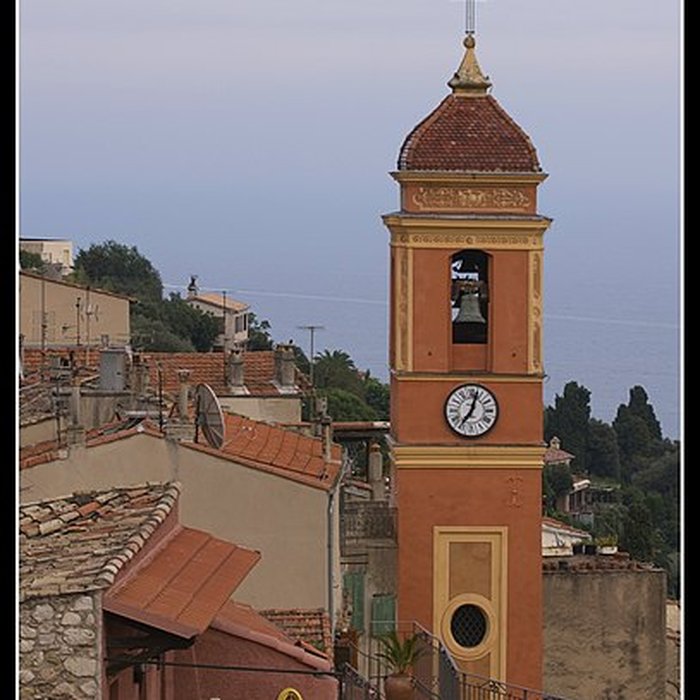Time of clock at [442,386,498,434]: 7:03
